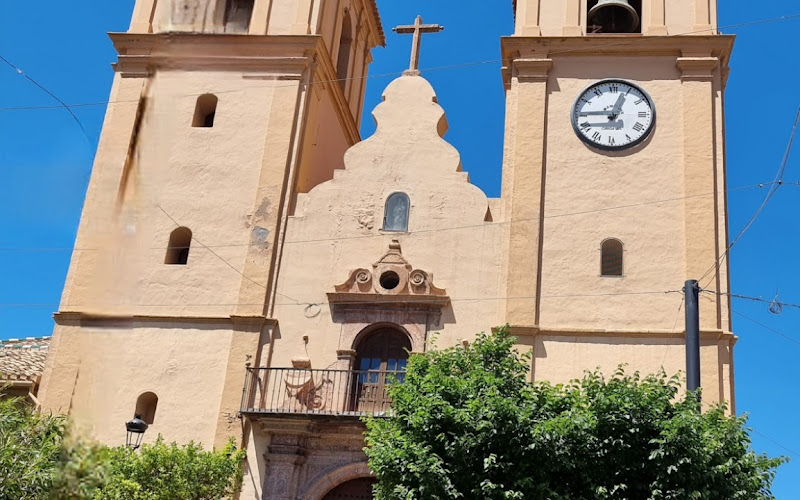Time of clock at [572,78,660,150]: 12:45
